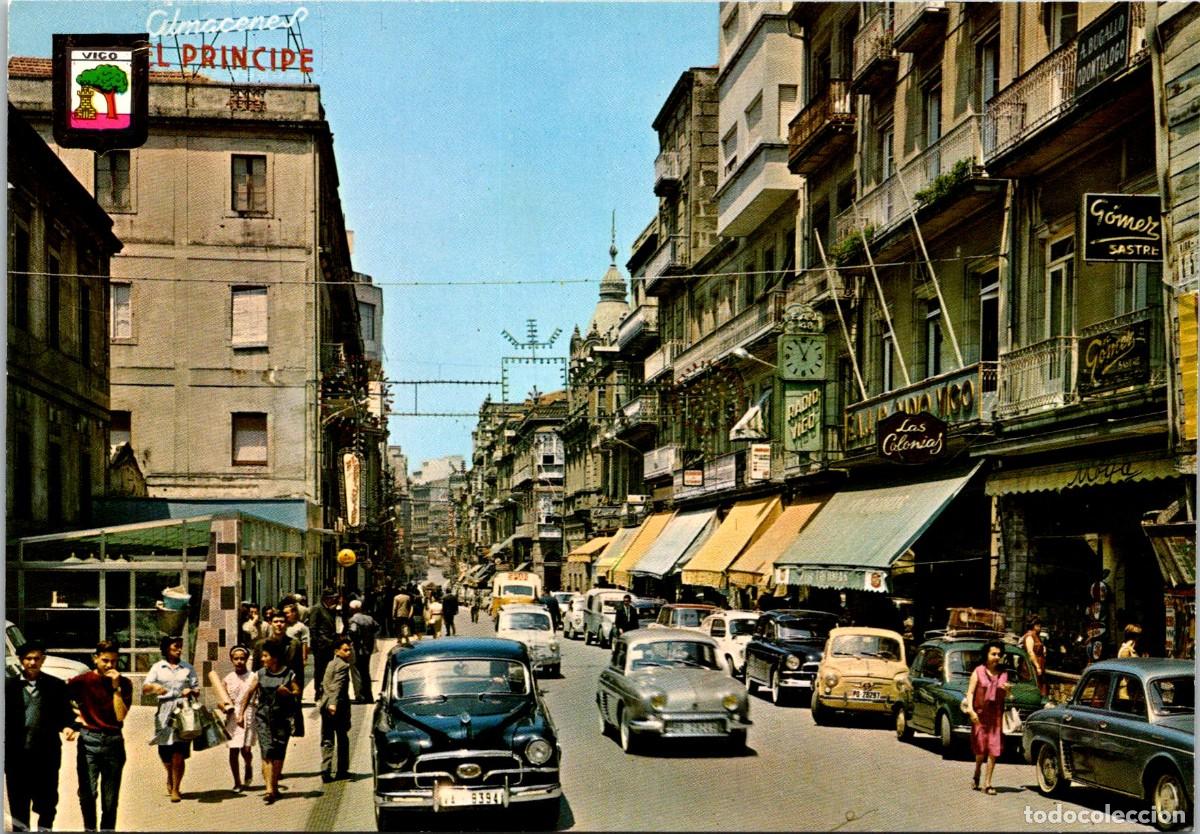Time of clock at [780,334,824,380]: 12:56
